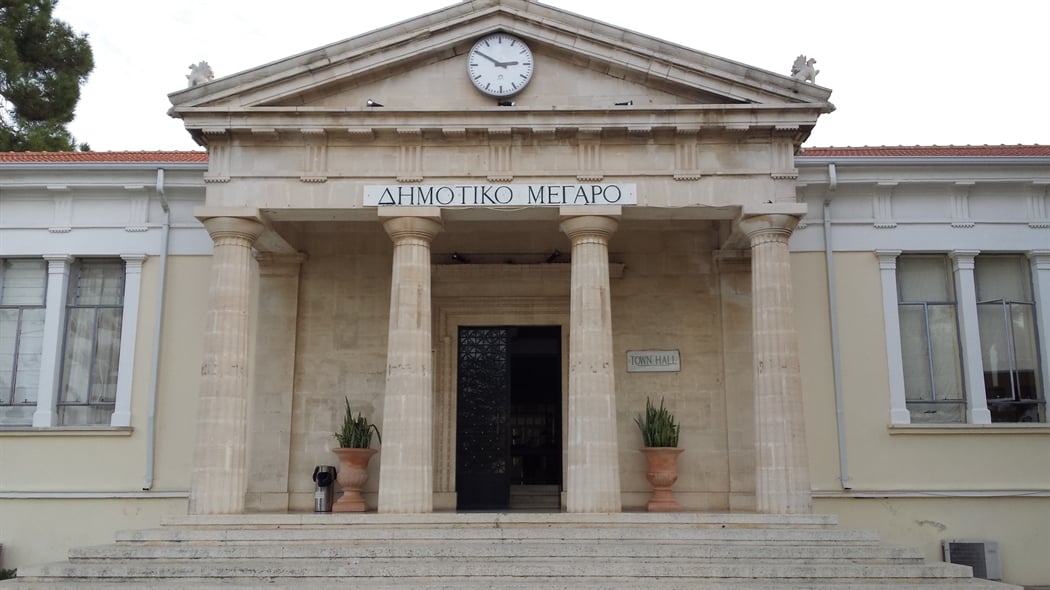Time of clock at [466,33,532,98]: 2:50
